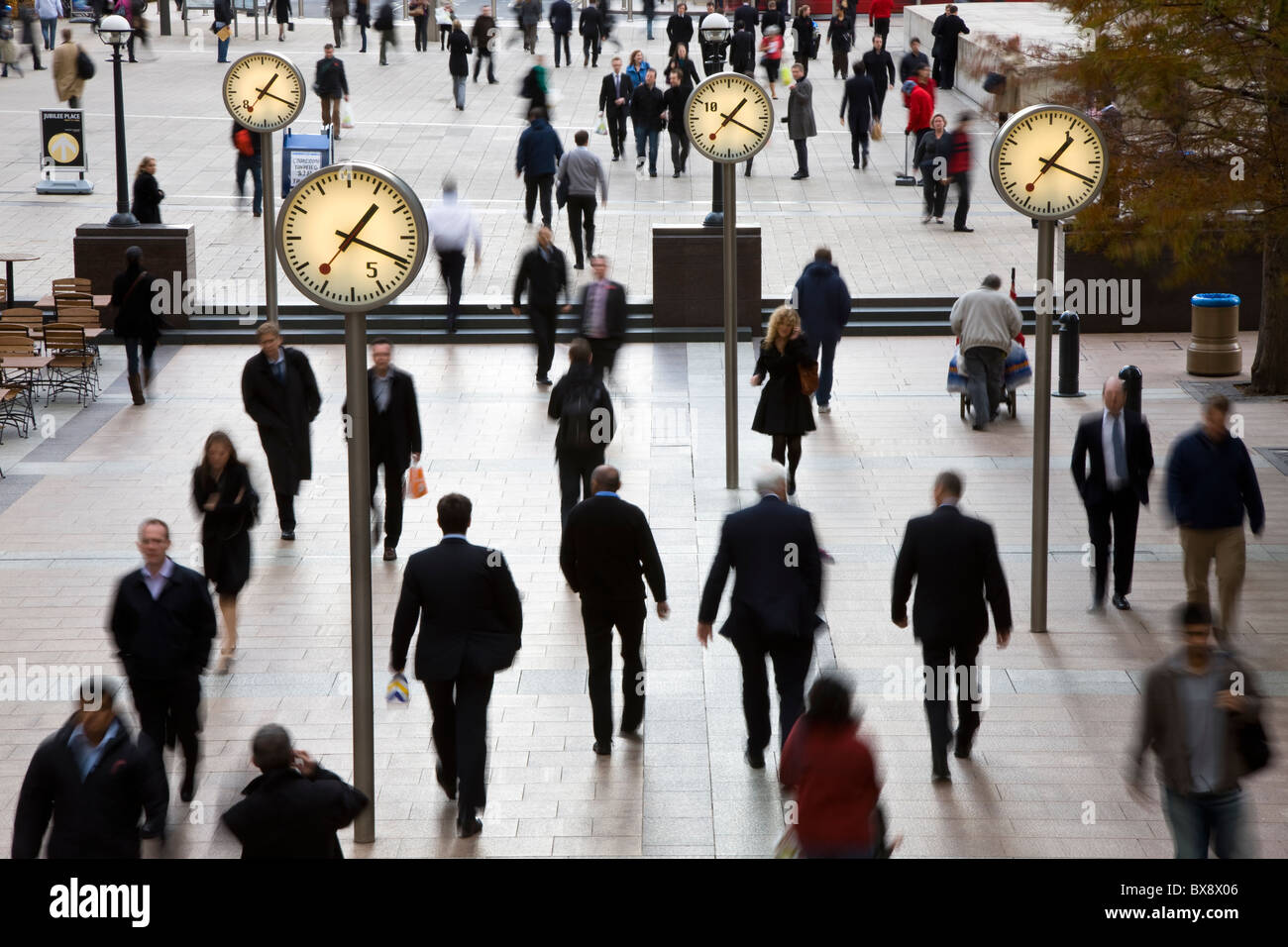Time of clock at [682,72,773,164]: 1:19
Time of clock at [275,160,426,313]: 1:19
